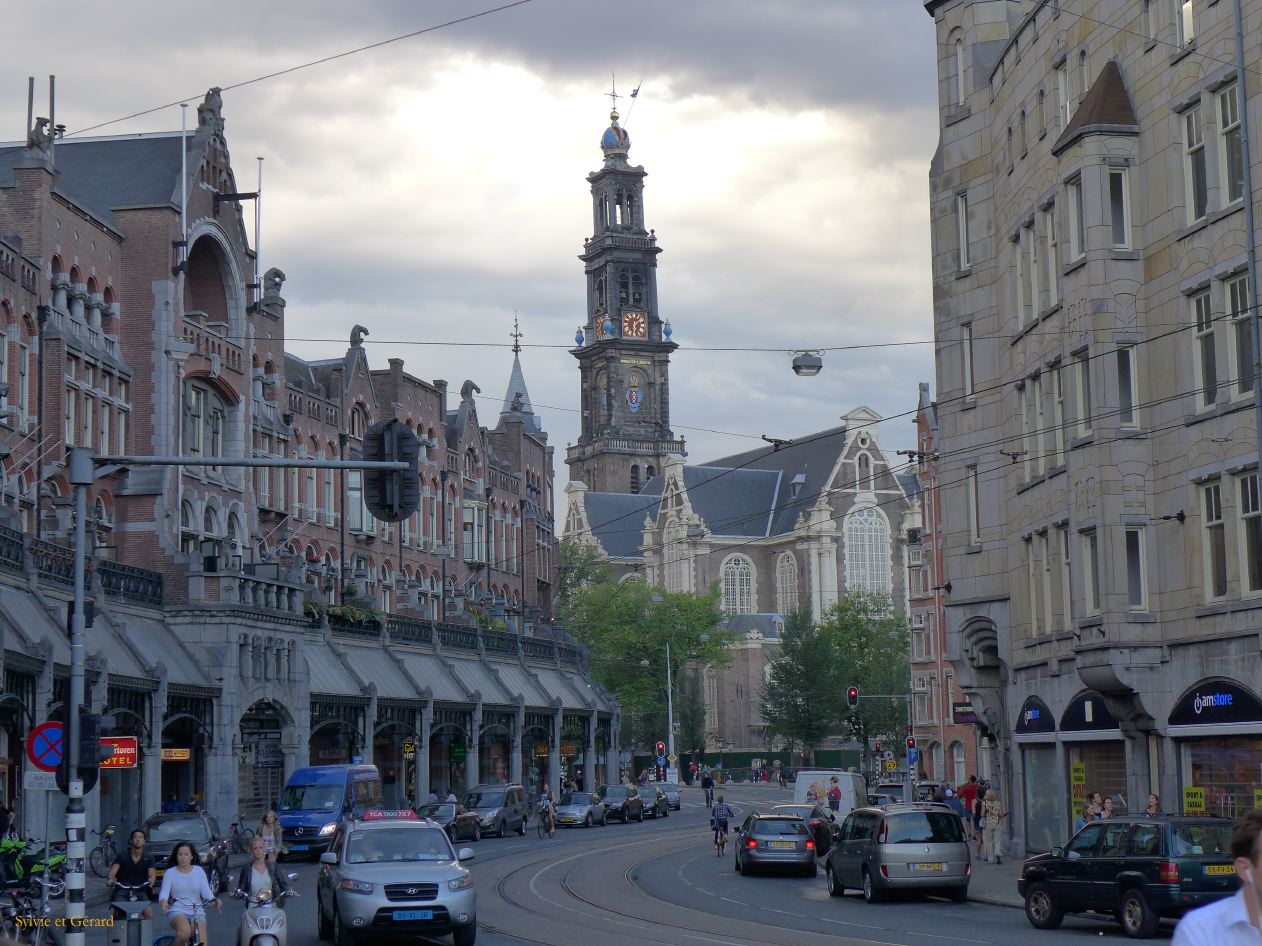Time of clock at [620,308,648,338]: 1:28
